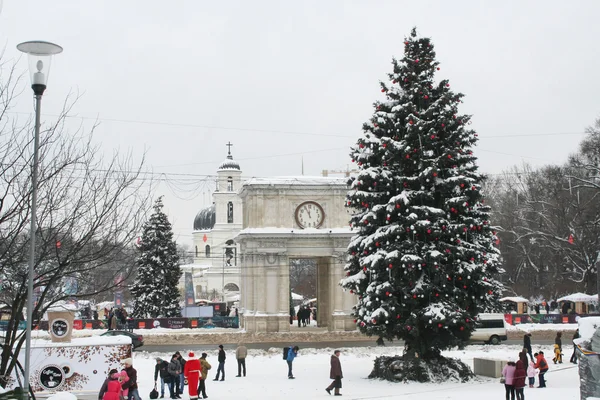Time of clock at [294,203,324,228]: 11:55
